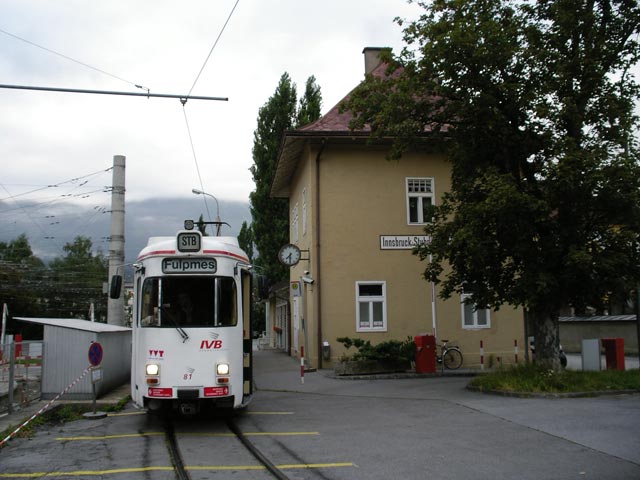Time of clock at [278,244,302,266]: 7:30
